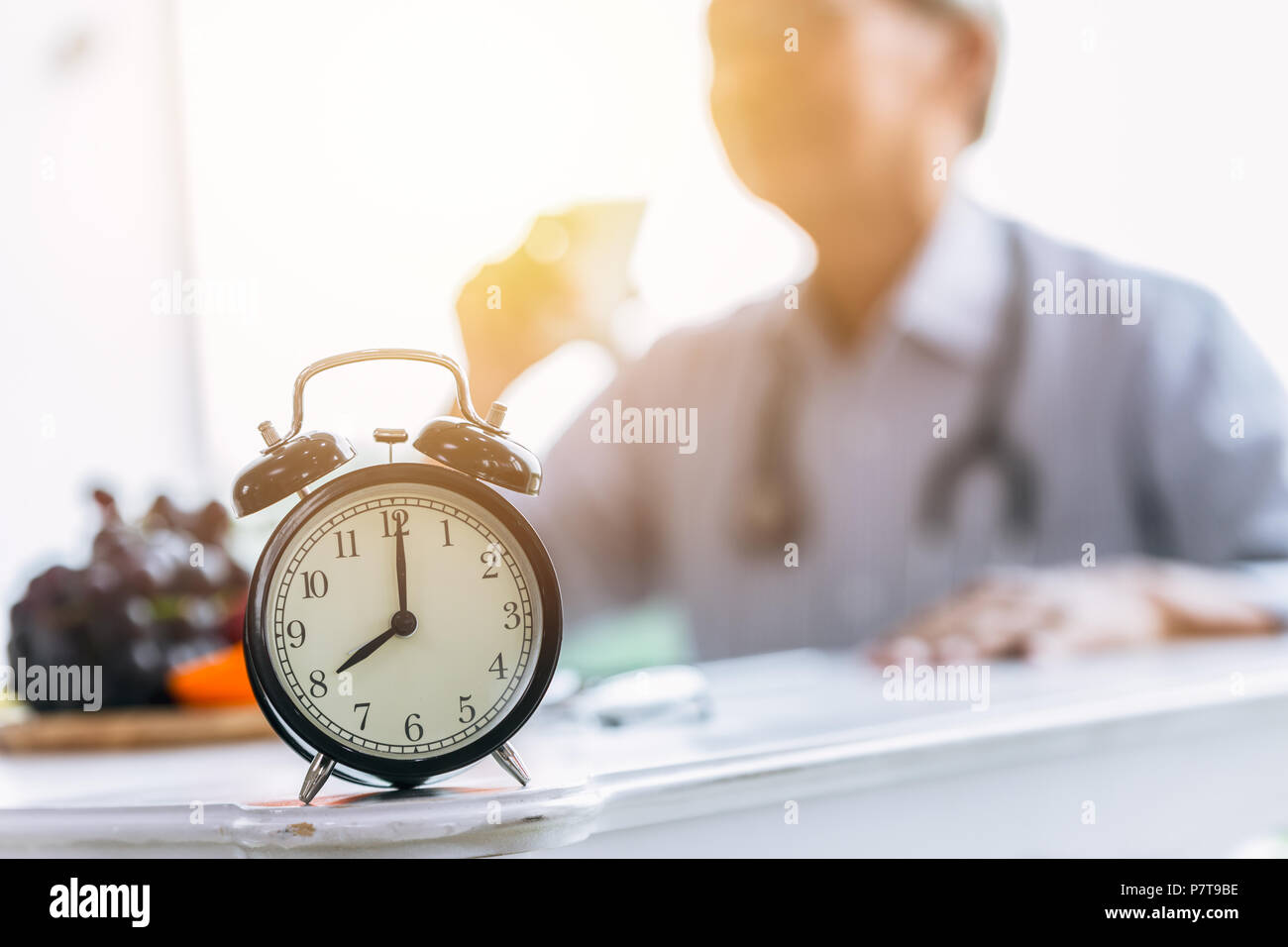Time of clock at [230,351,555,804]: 8:00
